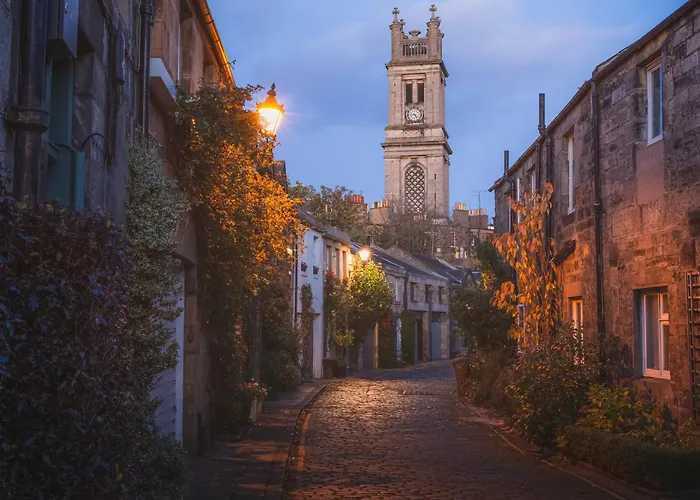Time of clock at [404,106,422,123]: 4:44
